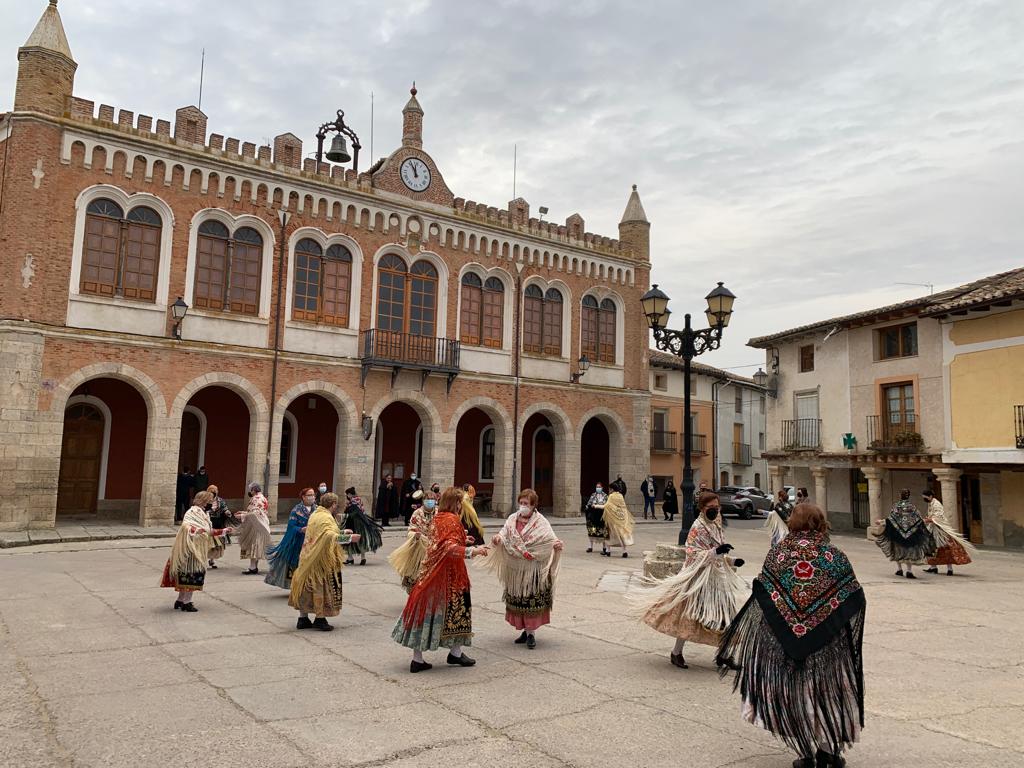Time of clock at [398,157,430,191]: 11:55
